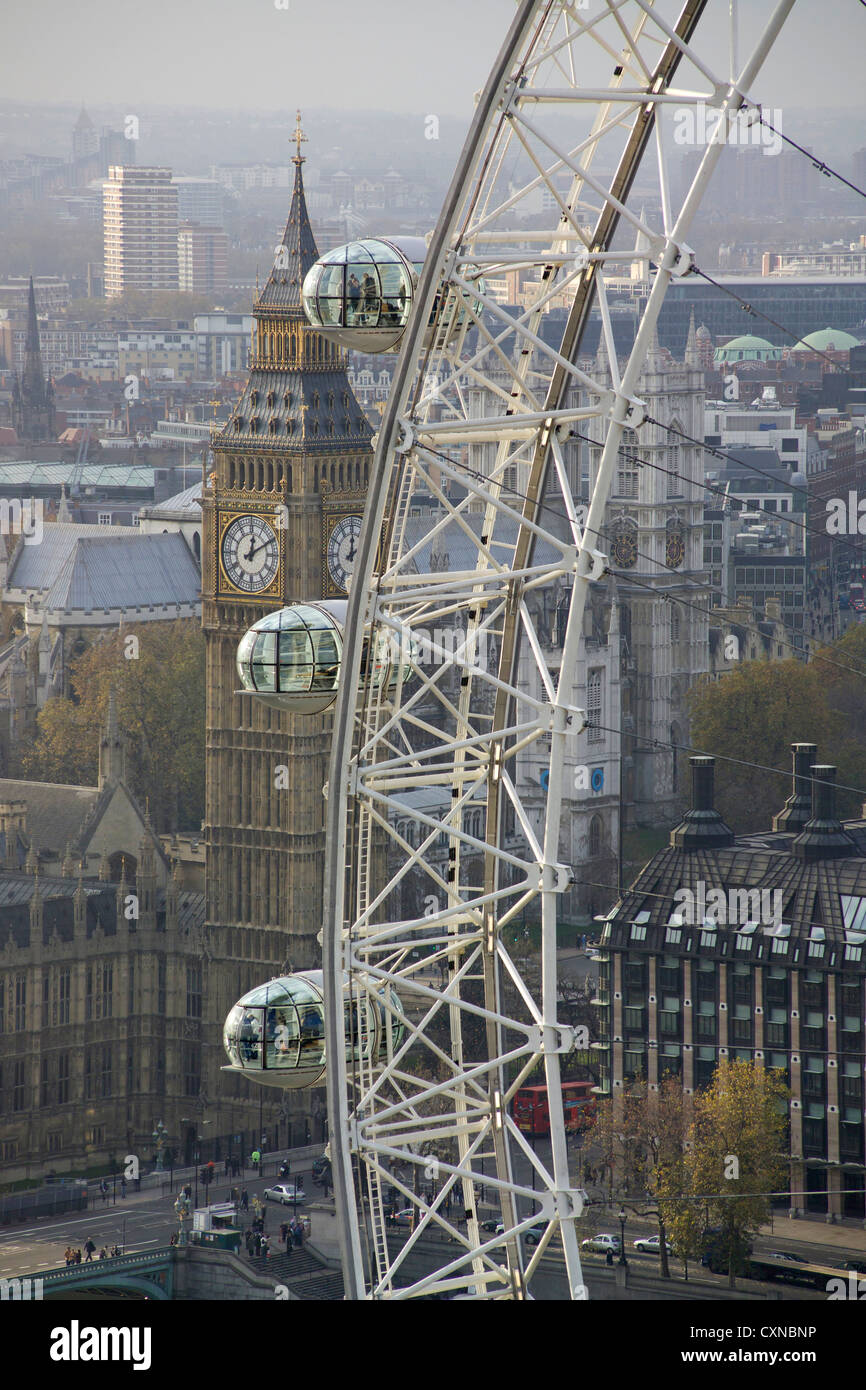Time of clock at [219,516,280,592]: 12:10
